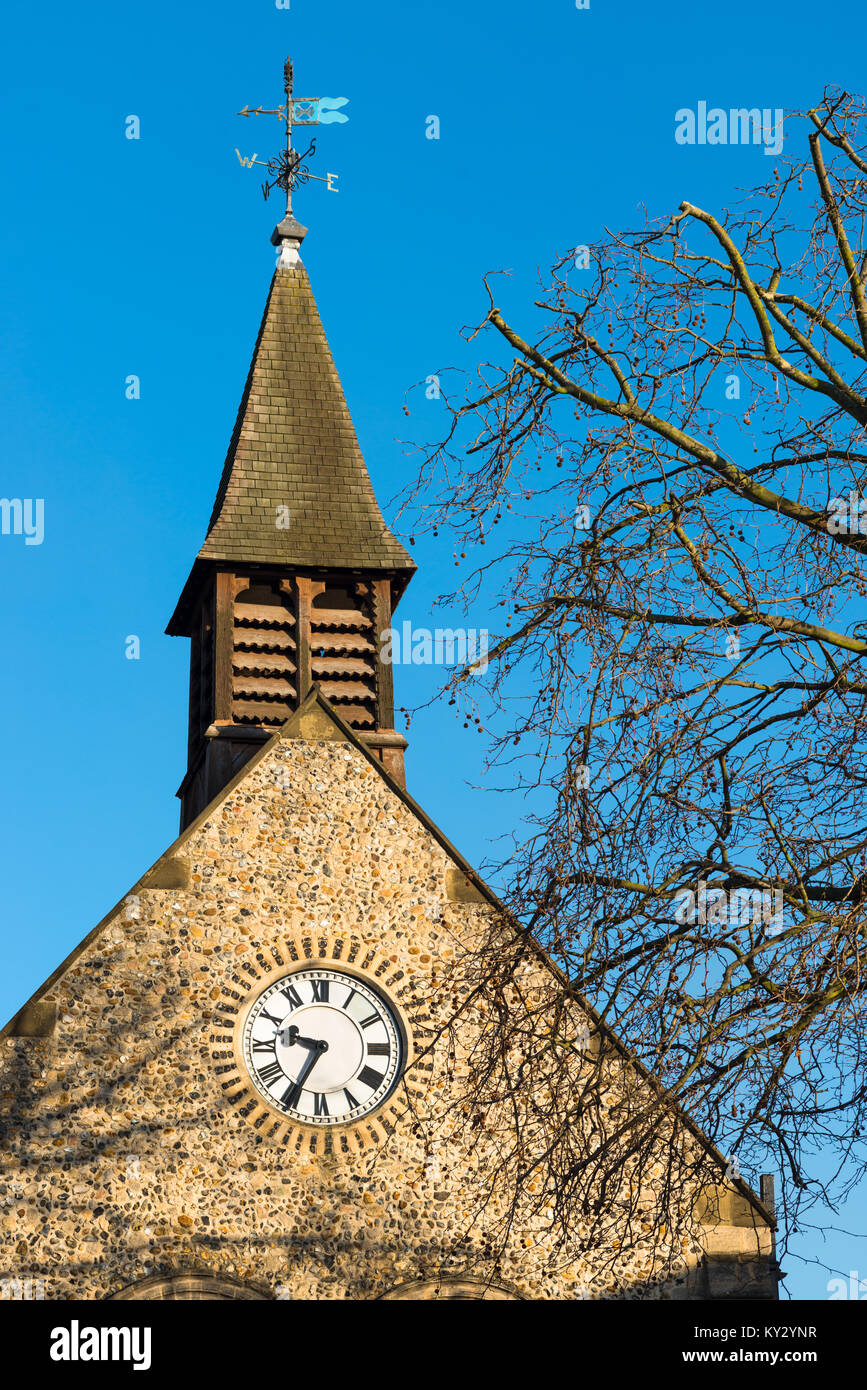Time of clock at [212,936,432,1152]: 9:34
